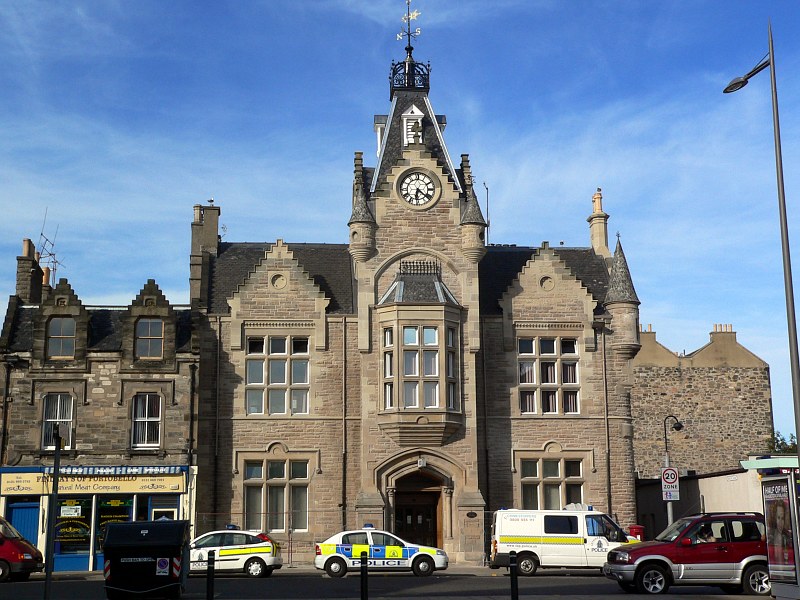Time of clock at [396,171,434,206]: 6:21
